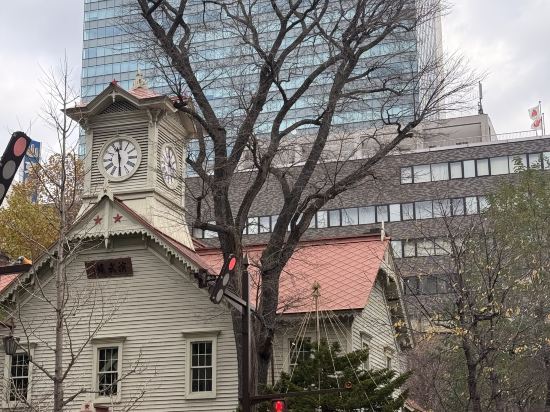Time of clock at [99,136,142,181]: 11:29
